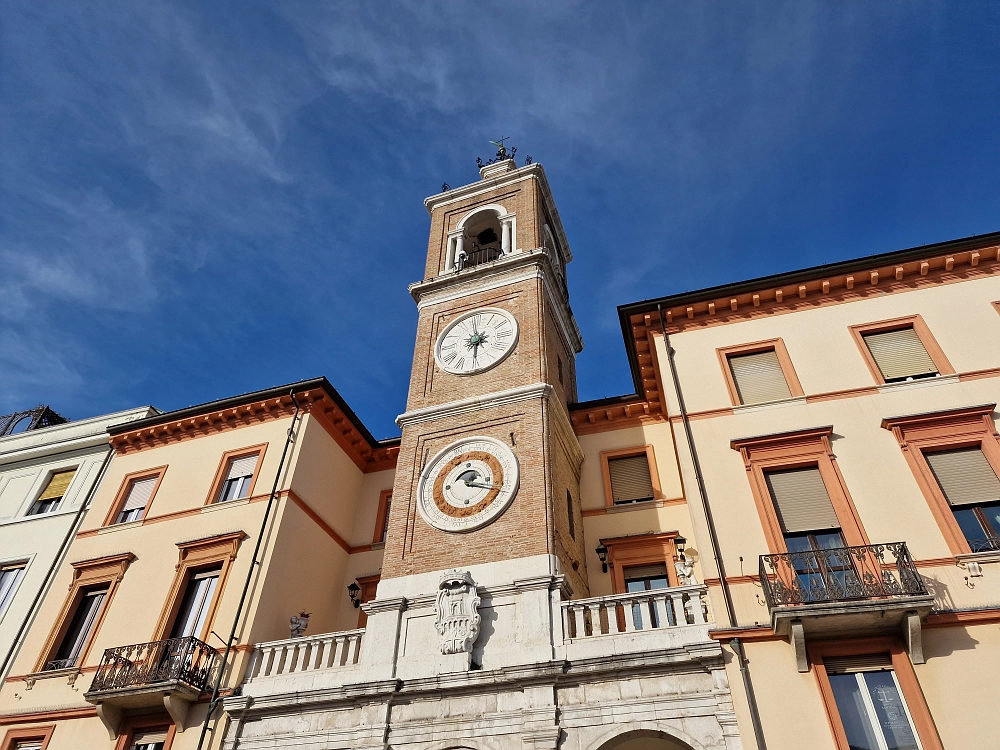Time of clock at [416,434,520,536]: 1:18
